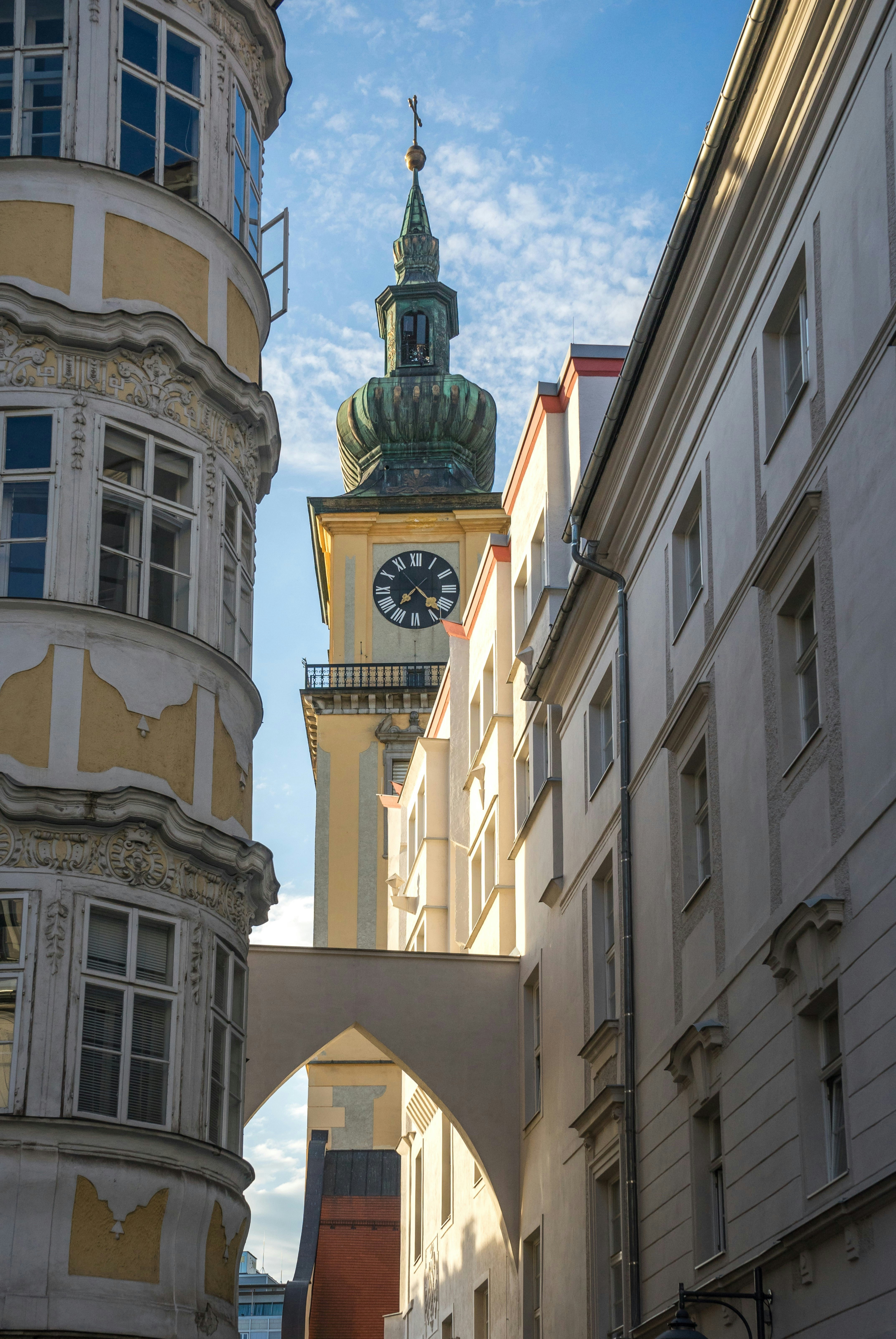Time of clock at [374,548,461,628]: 7:22
